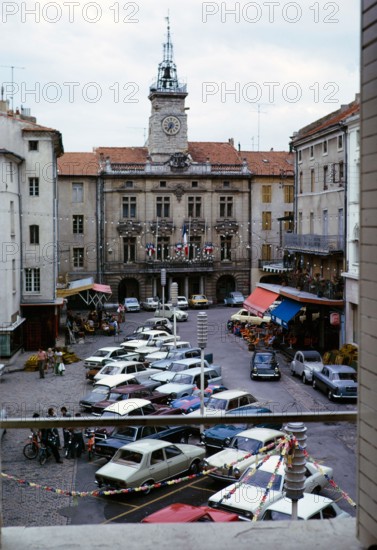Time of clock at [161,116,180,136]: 6:35
